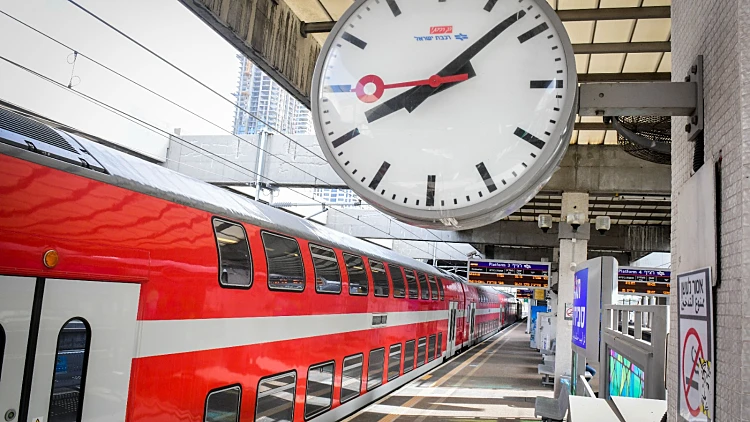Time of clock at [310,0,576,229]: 8:07
